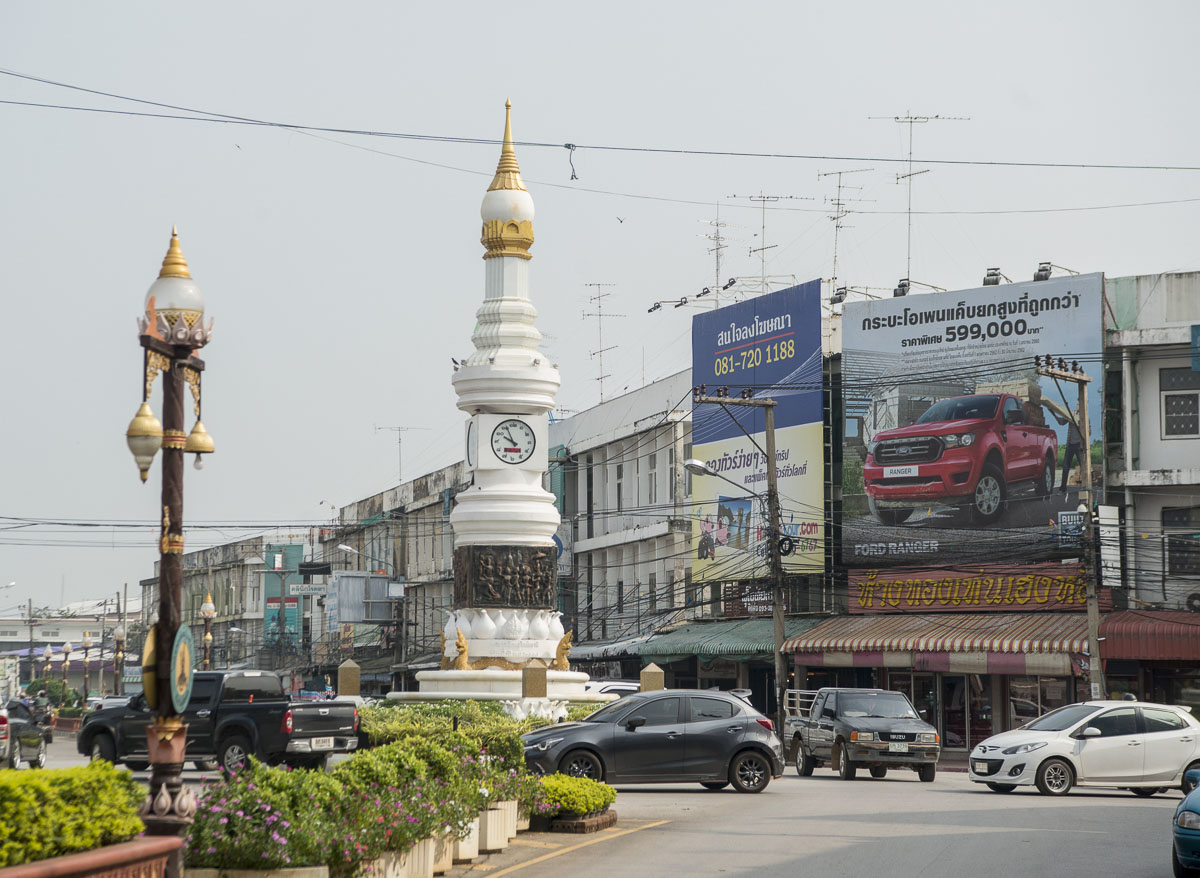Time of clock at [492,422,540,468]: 9:56
